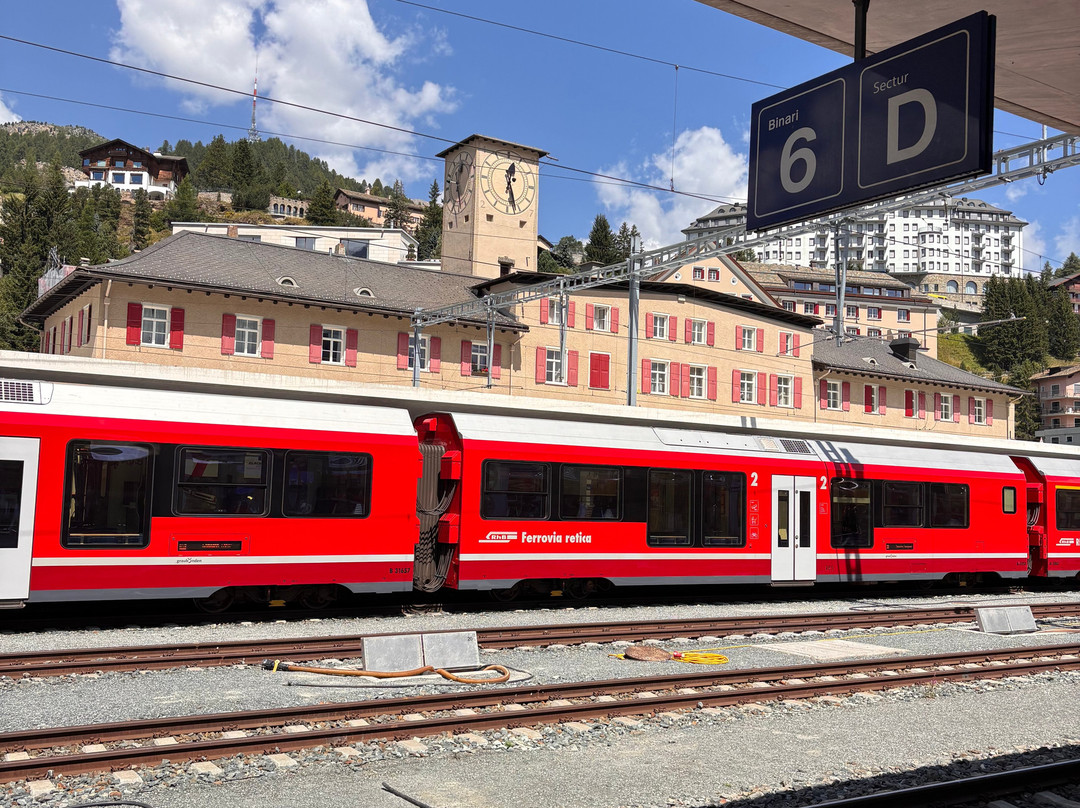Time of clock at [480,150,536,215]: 12:26
